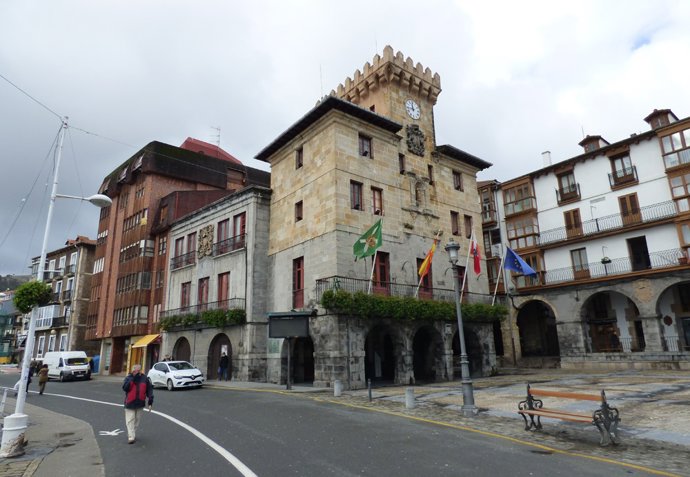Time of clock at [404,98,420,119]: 11:44
